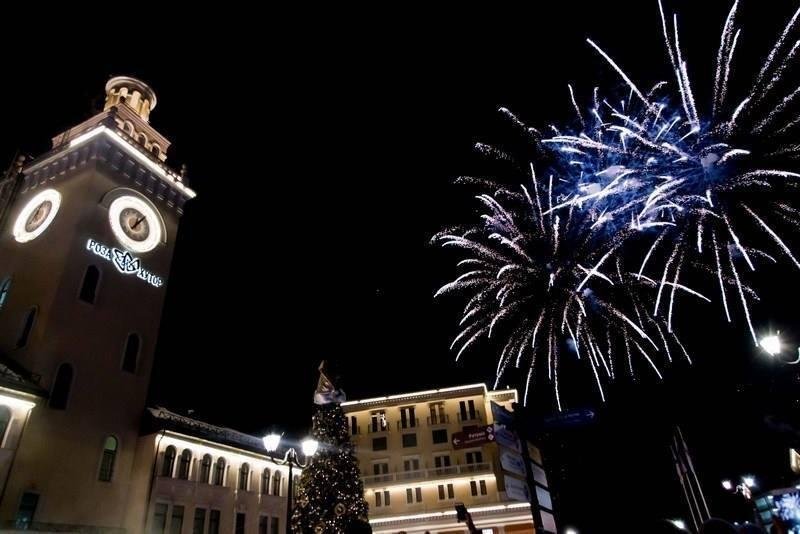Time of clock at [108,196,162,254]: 1:08
